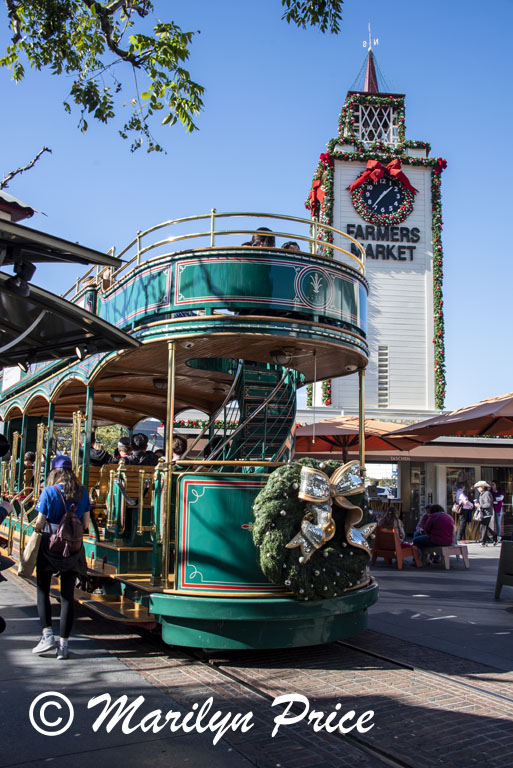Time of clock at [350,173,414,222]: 1:36
